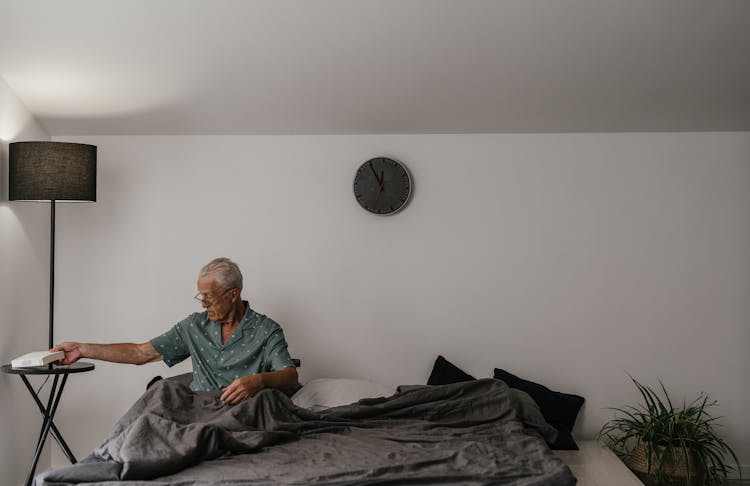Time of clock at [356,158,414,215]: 11:54
